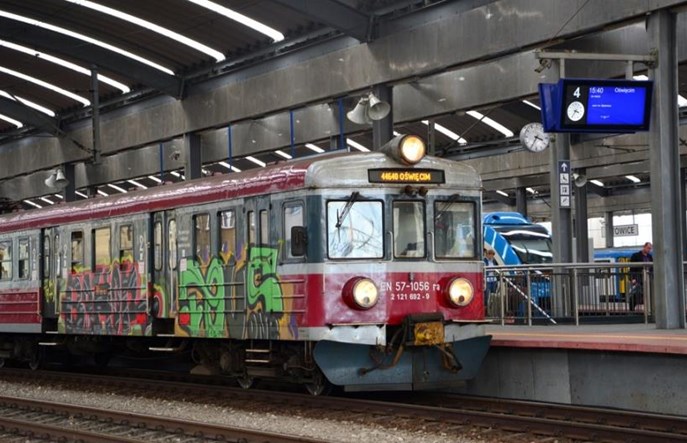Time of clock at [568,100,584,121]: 3:36
